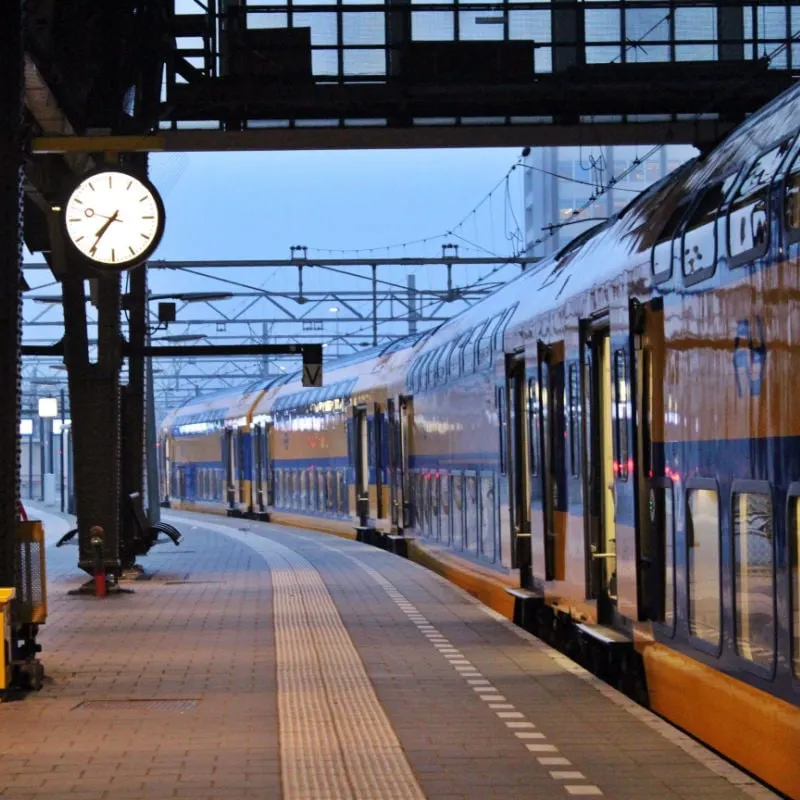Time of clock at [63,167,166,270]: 7:36
